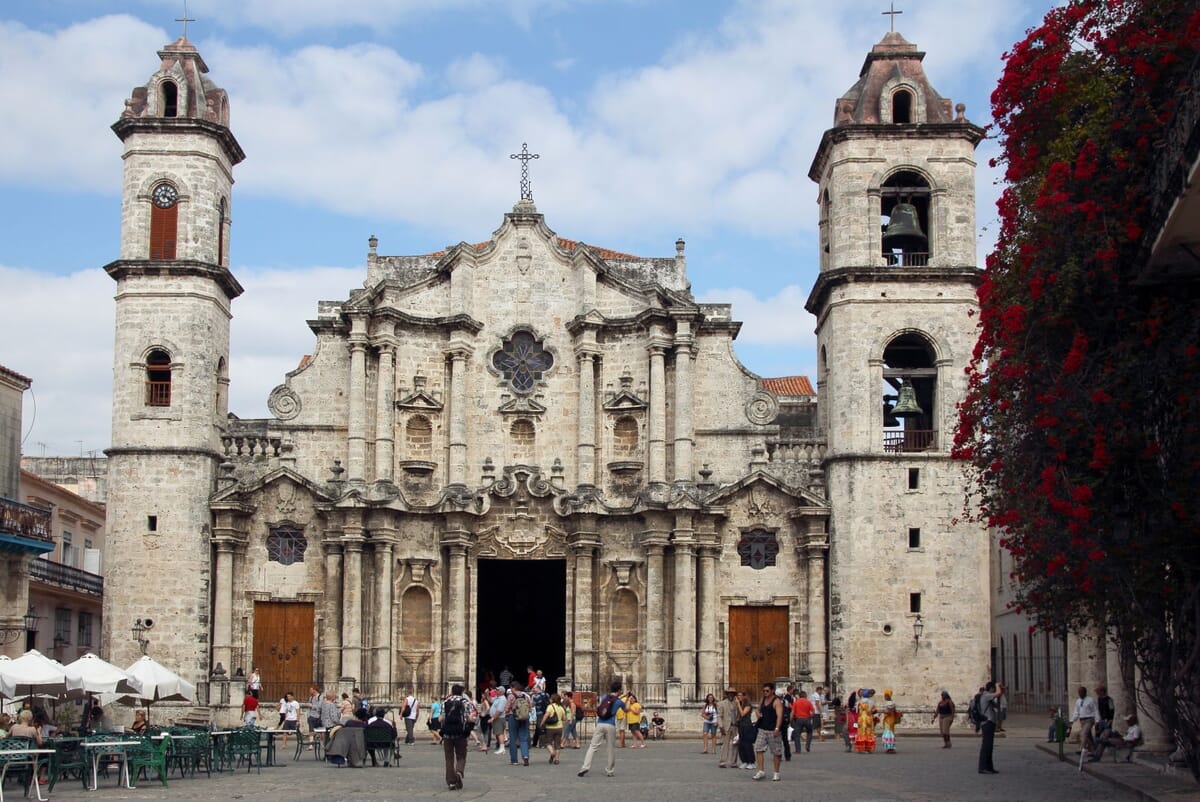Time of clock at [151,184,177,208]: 4:02
